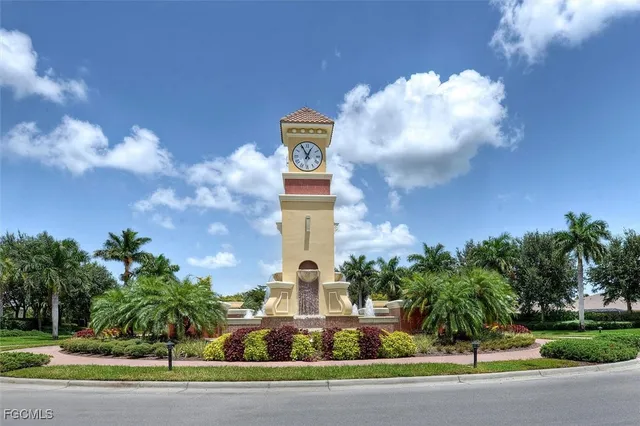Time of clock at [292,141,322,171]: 12:55
